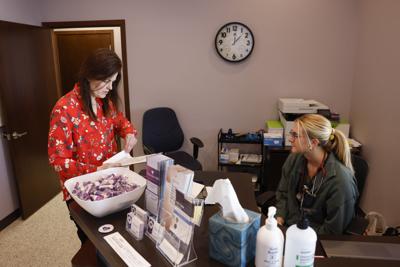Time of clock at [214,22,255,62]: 12:07
